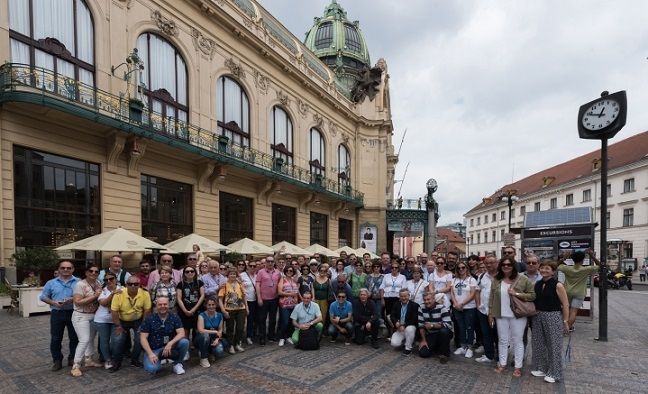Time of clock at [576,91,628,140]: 12:49
